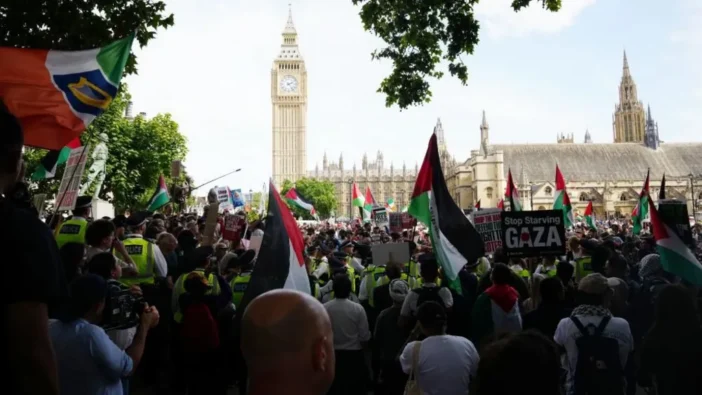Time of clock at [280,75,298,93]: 2:23
